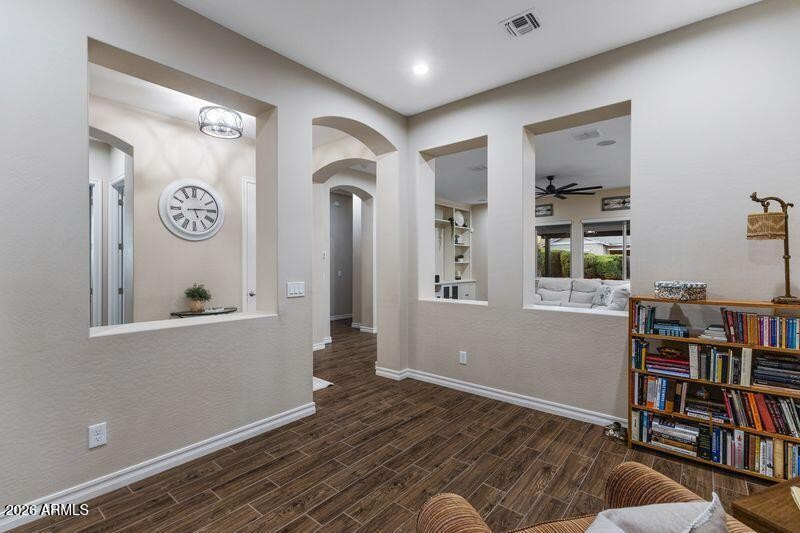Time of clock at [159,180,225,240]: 5:14
